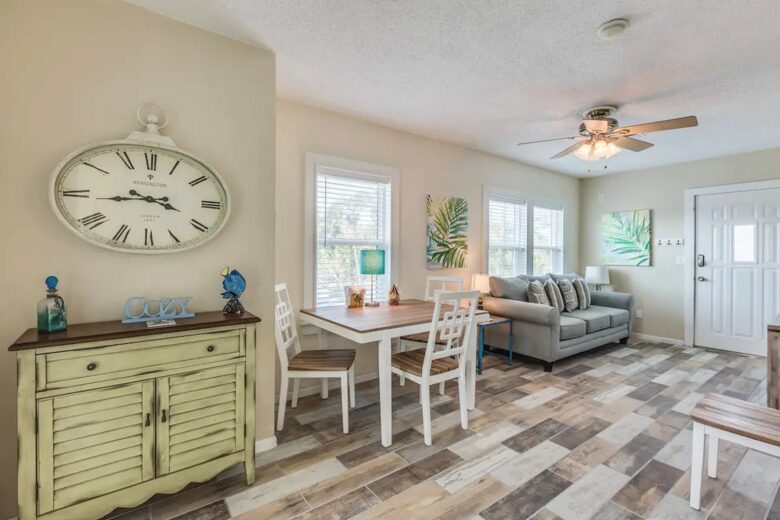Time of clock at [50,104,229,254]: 3:43
